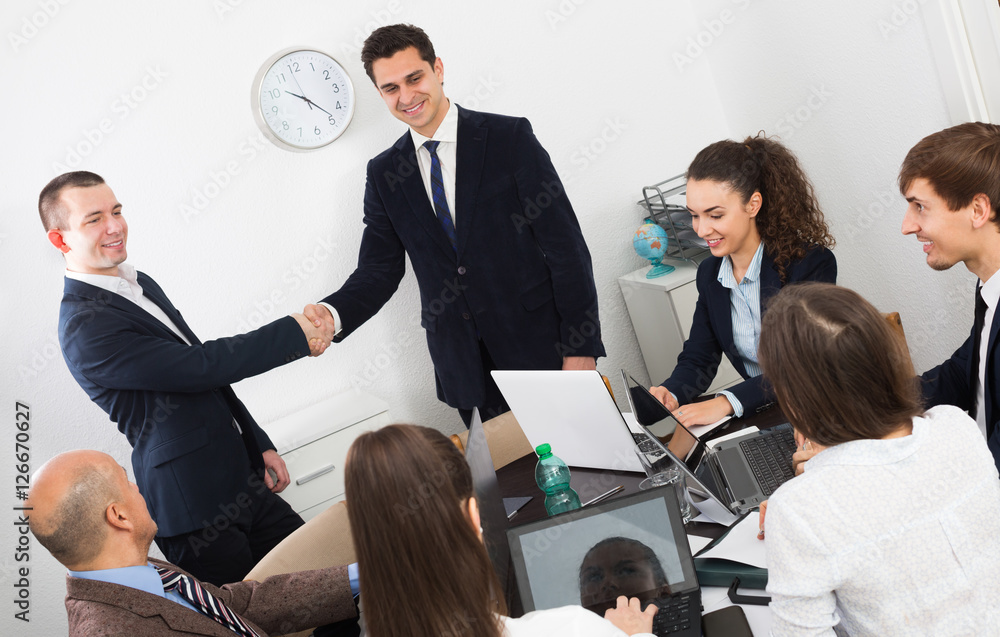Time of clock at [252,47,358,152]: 10:23
